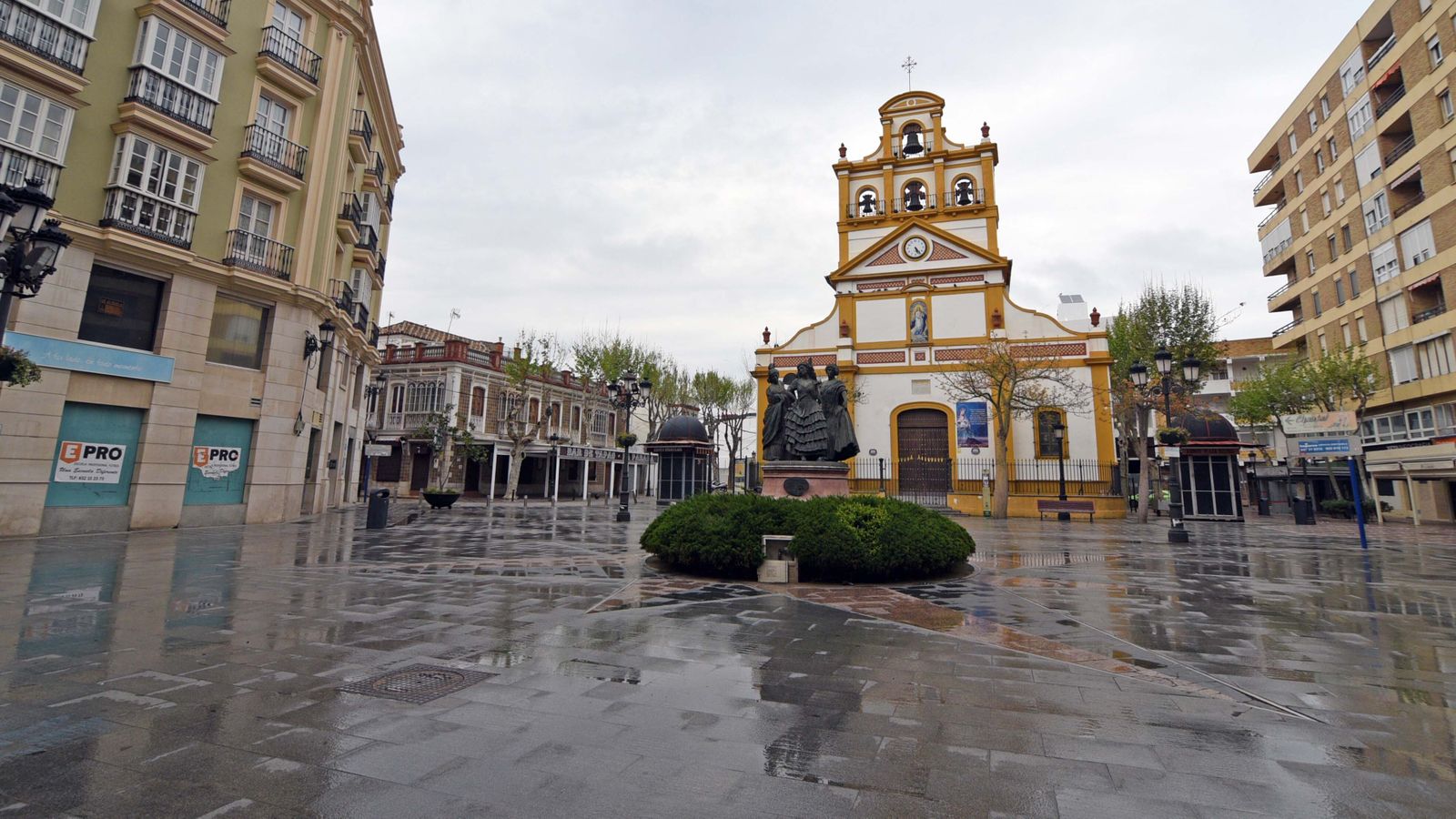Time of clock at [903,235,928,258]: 5:23
